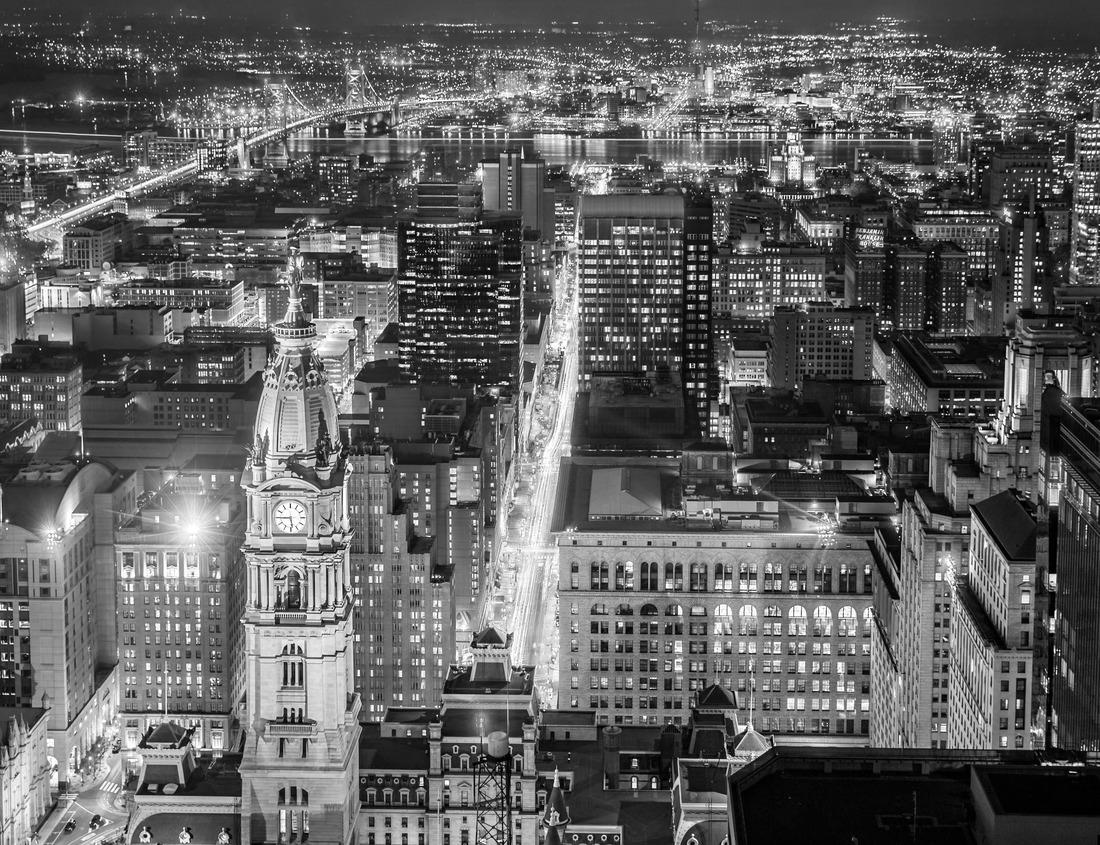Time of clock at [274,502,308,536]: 5:44
